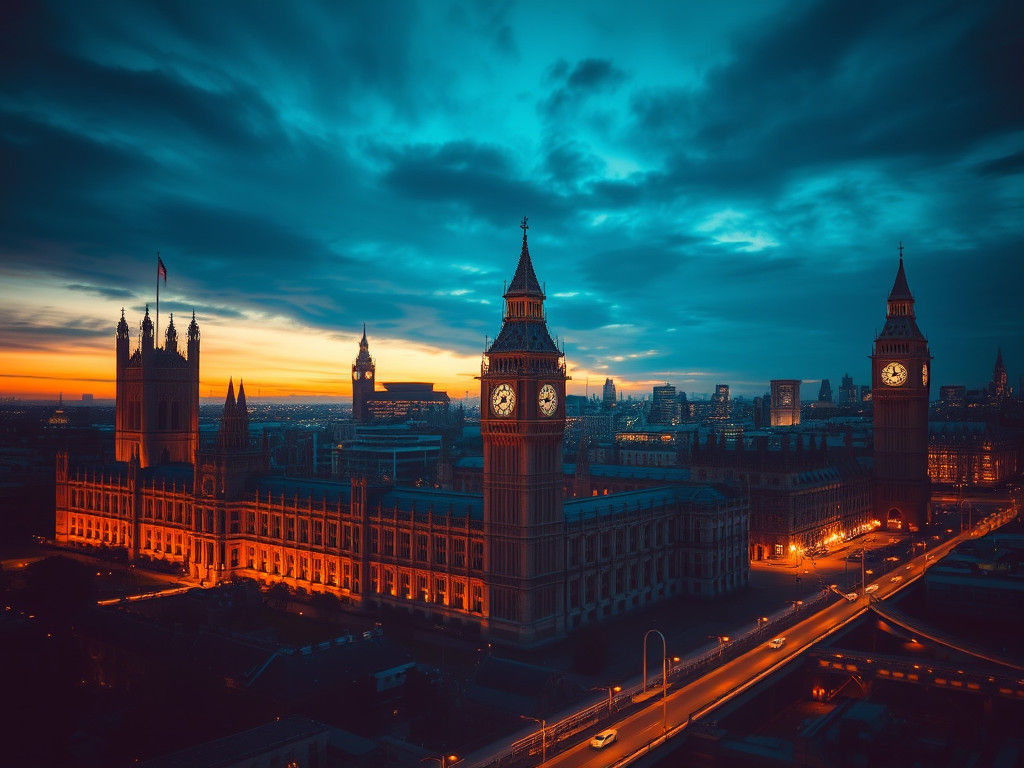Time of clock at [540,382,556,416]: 8:45
